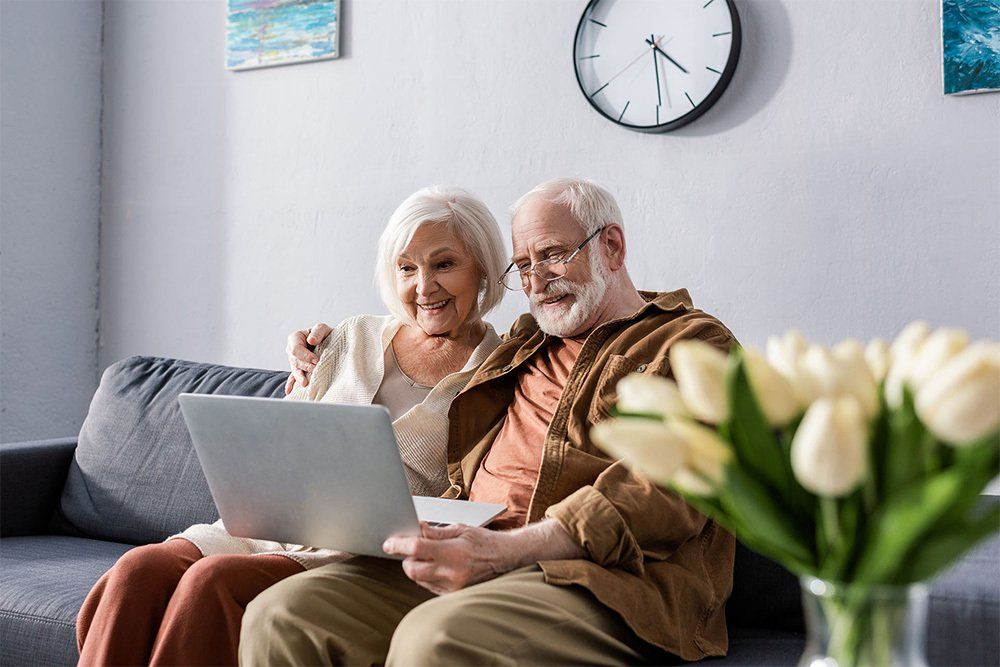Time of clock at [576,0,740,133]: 4:29
